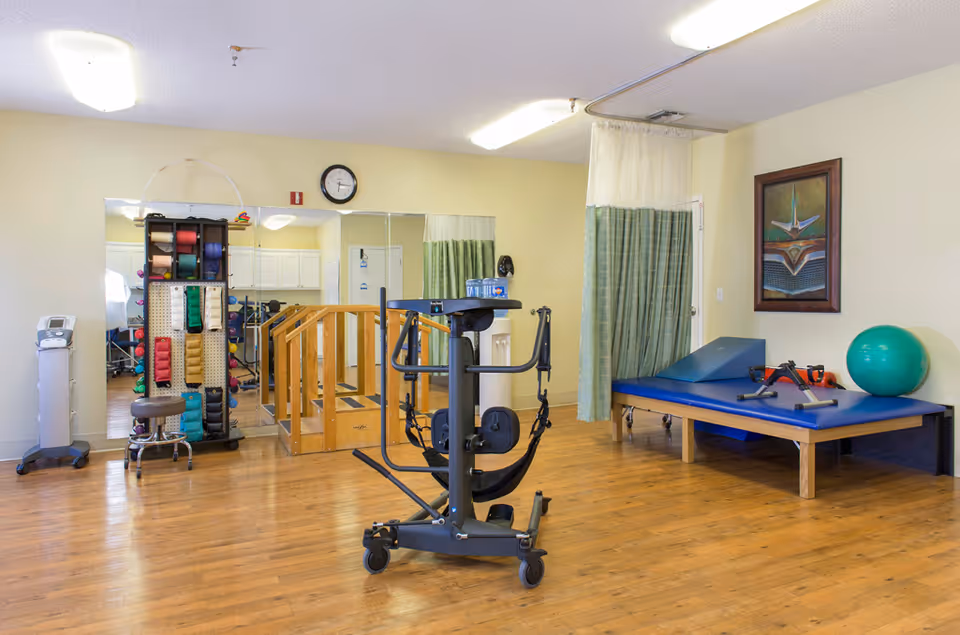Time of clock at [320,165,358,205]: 6:16
